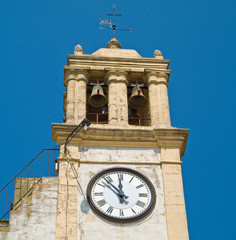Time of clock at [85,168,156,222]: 11:52
